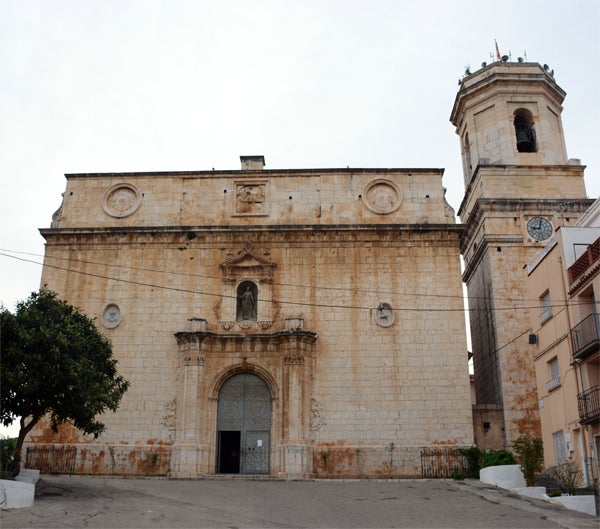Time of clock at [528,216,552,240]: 9:01
